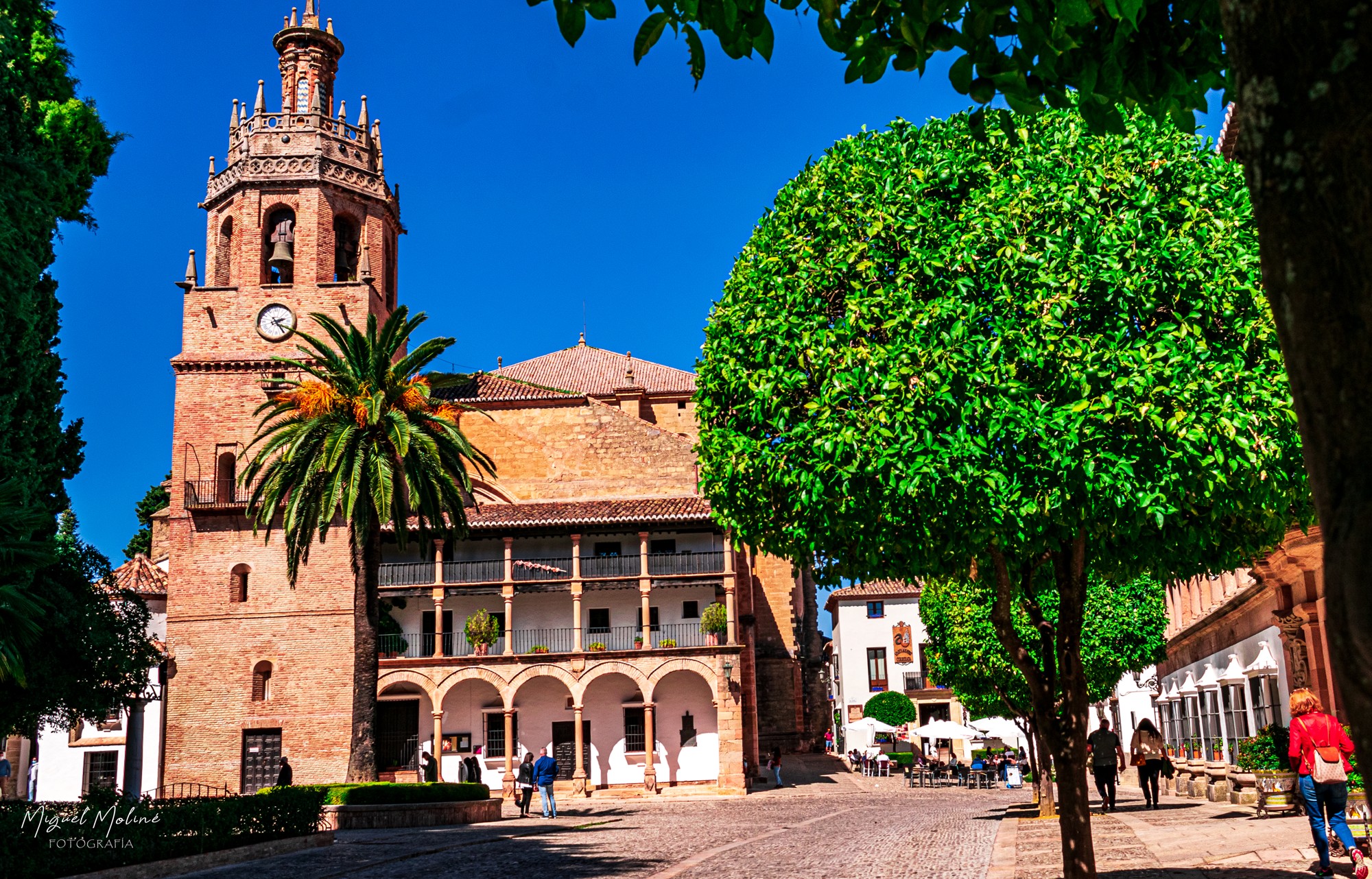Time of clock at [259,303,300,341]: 2:24
